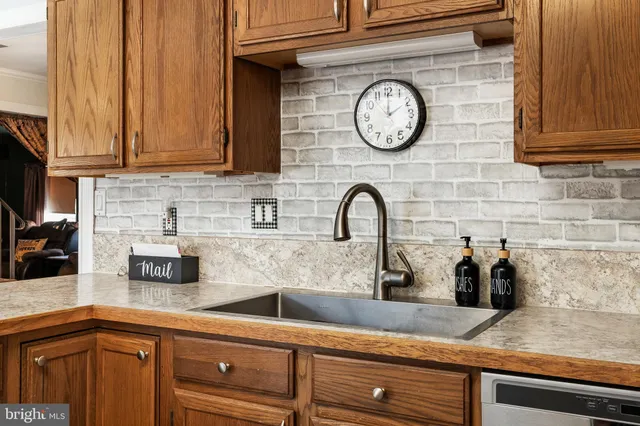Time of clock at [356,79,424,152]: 2:00
